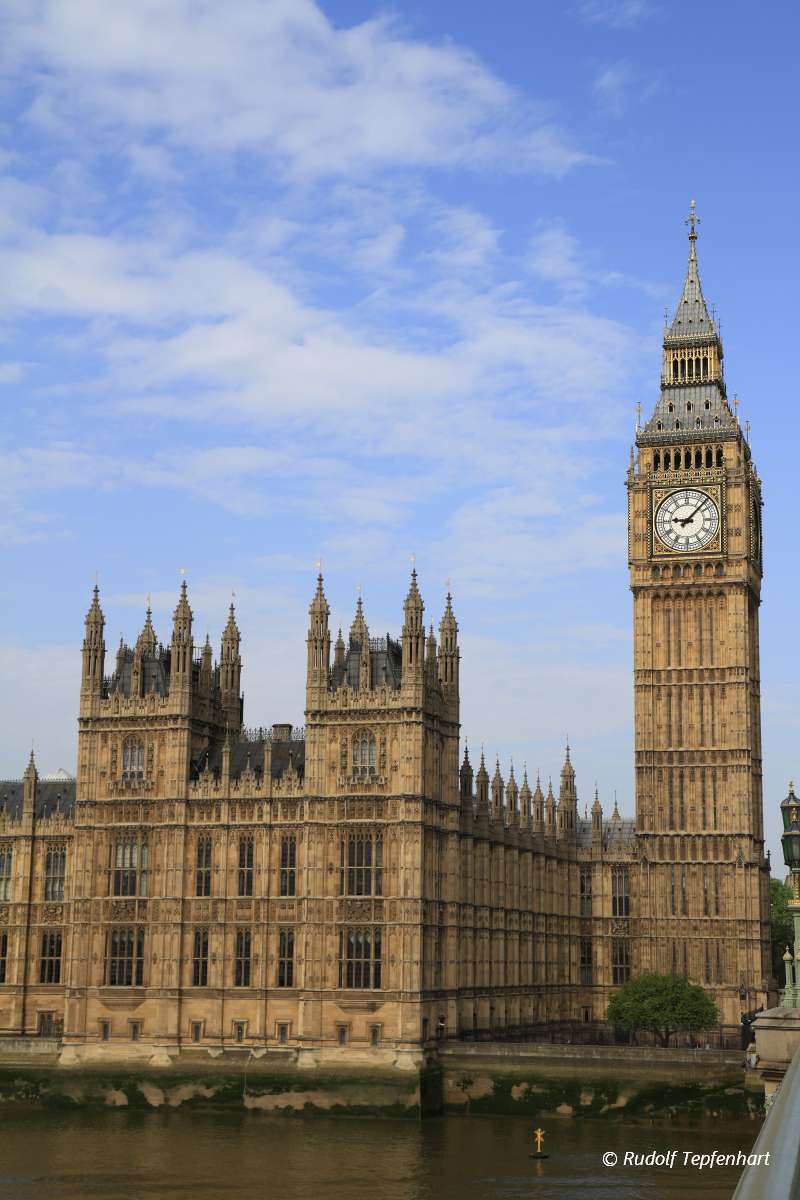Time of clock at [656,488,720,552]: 9:07
